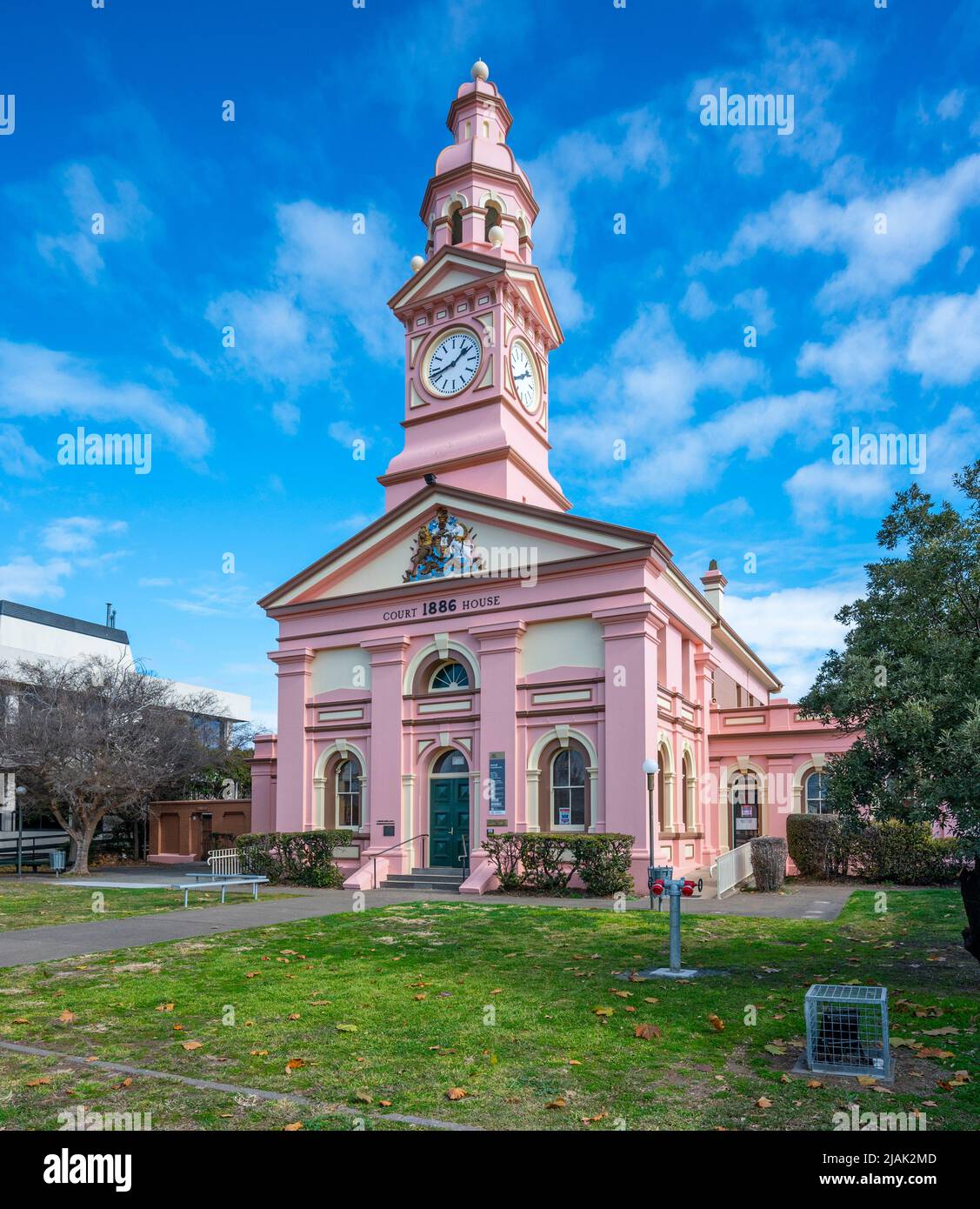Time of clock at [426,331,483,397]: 1:42
